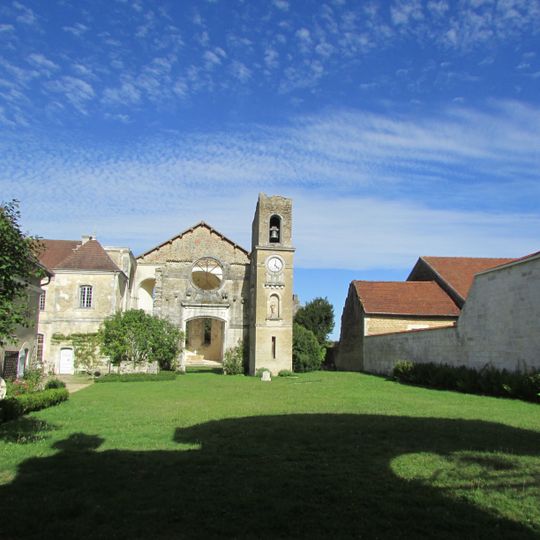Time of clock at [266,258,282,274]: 12:22
